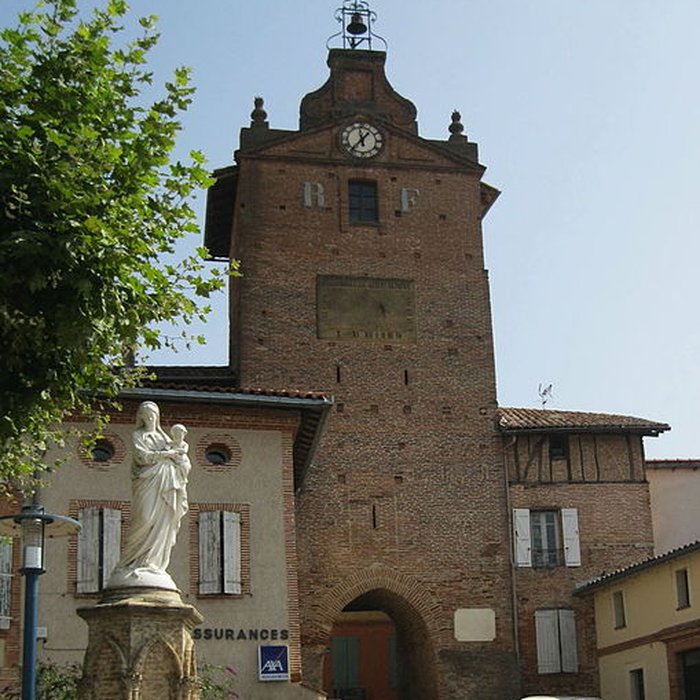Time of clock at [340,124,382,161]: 11:36
